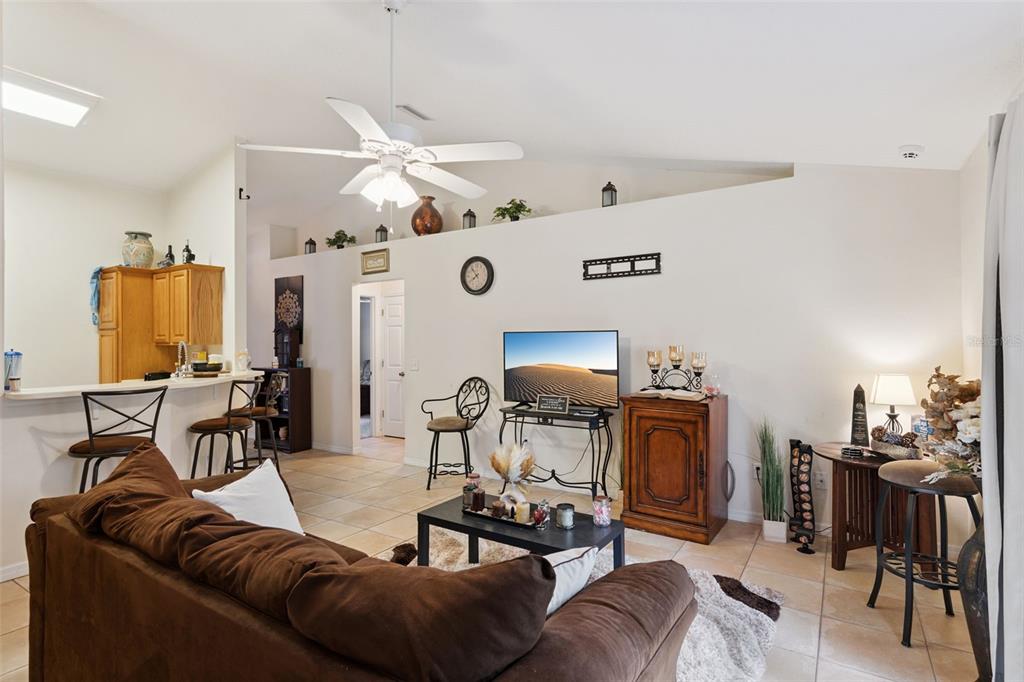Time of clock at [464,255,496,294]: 7:53
